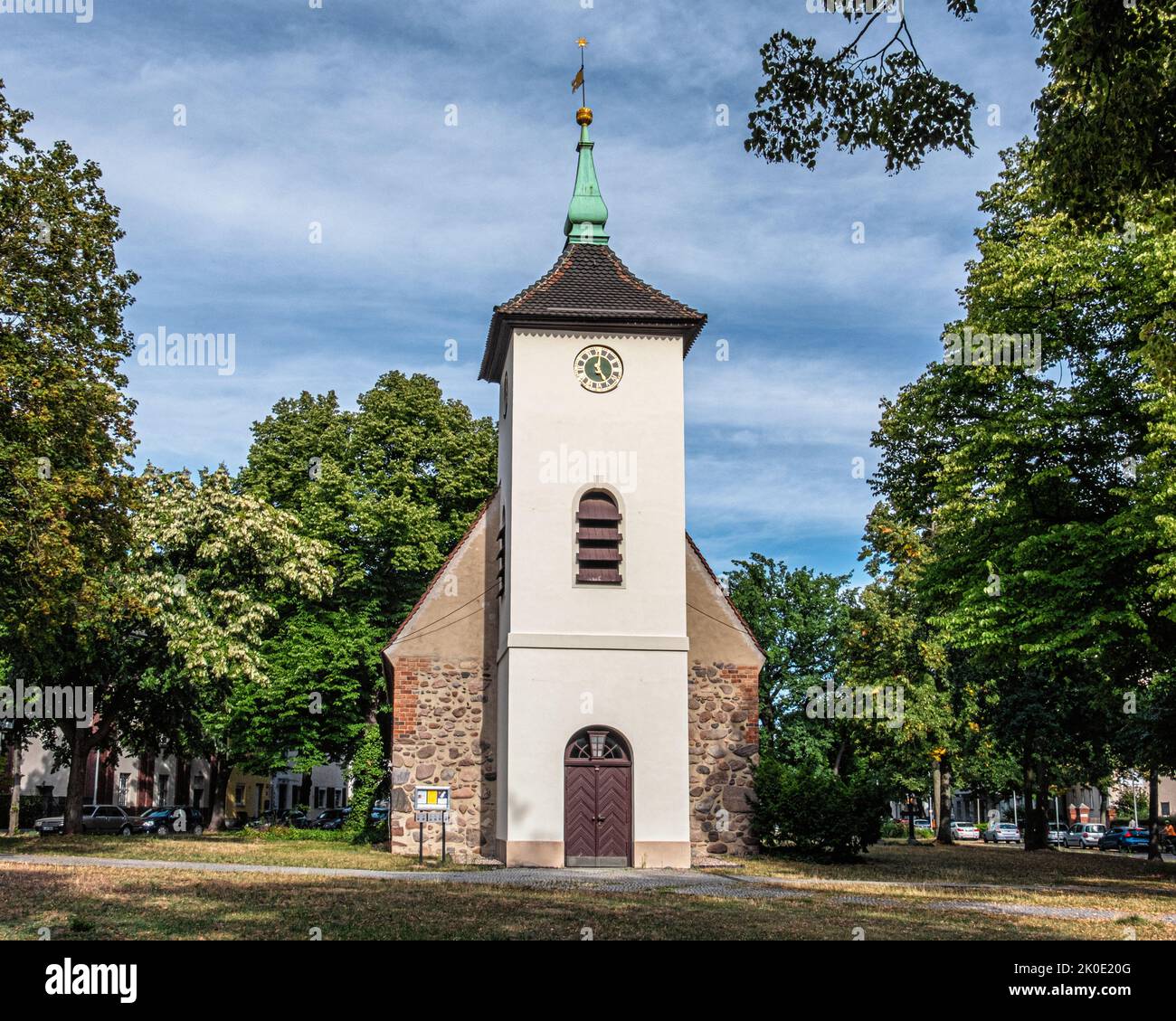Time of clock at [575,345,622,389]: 5:00
